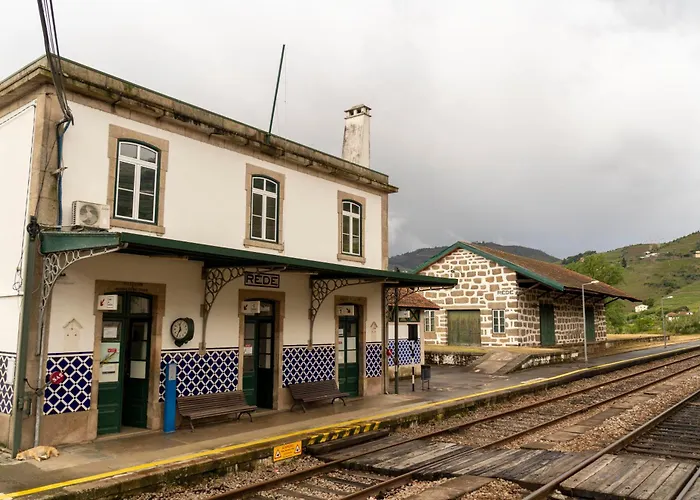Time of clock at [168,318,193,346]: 11:35
